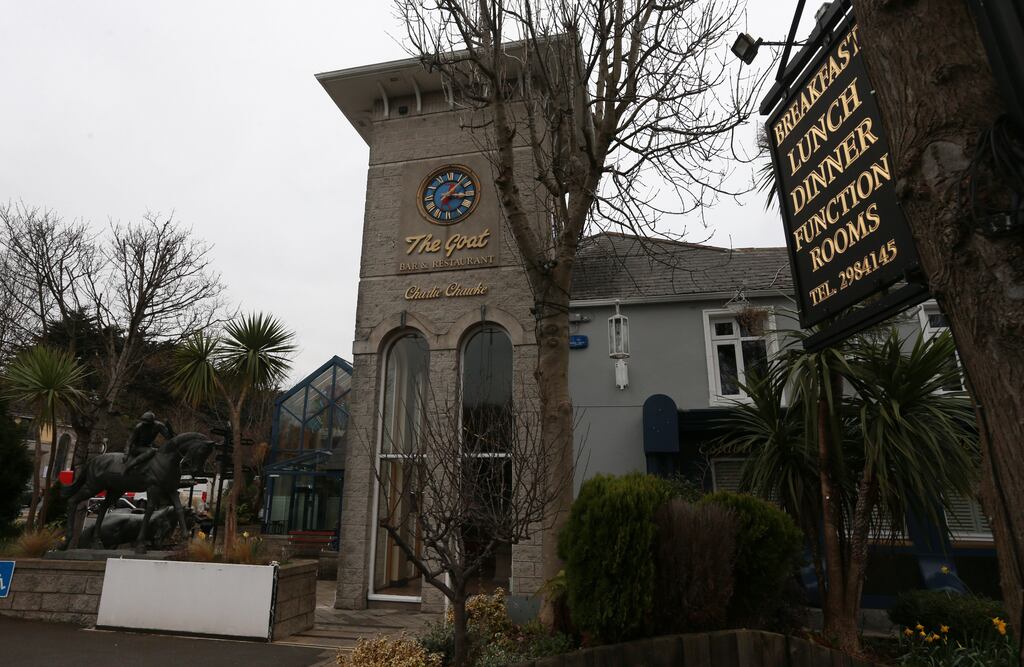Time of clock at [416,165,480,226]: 1:16
